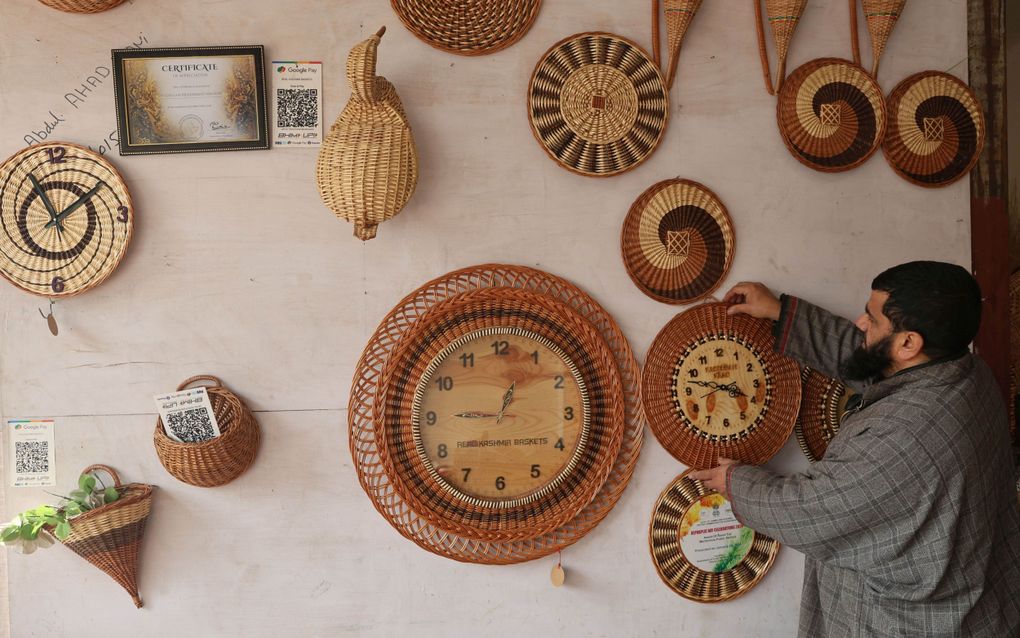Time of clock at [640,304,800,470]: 3:47
